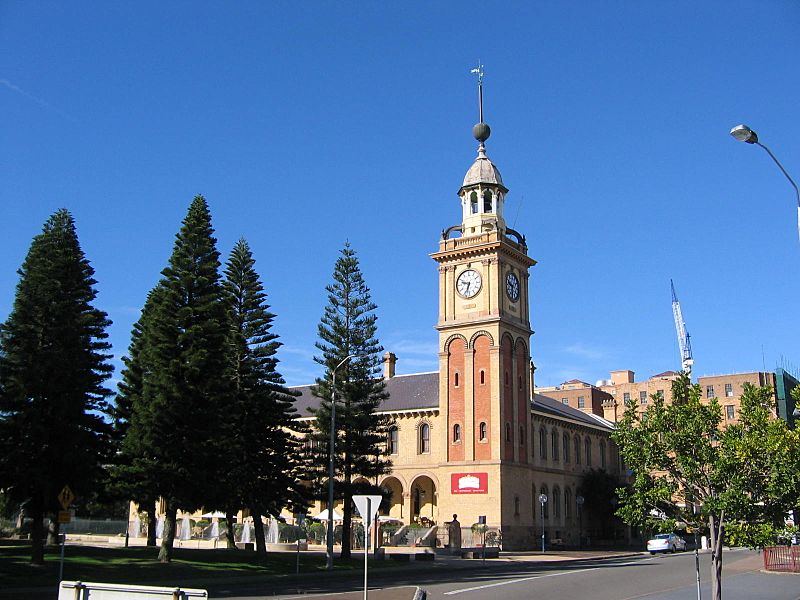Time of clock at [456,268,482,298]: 9:33
